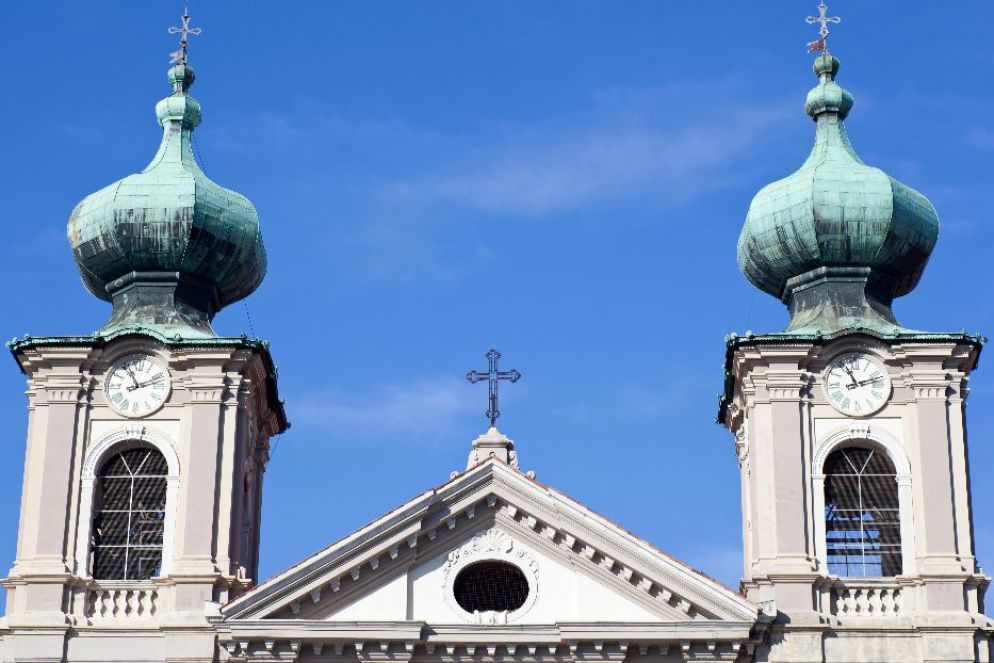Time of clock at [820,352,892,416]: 11:12
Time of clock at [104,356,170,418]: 11:11
